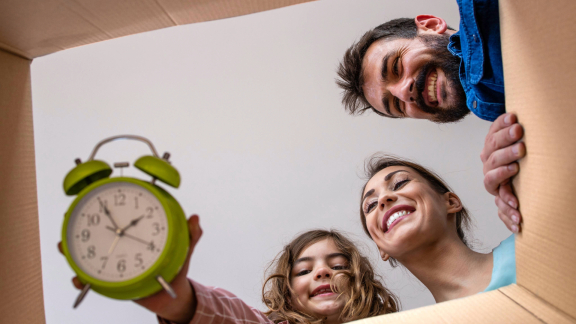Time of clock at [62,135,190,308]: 1:55
